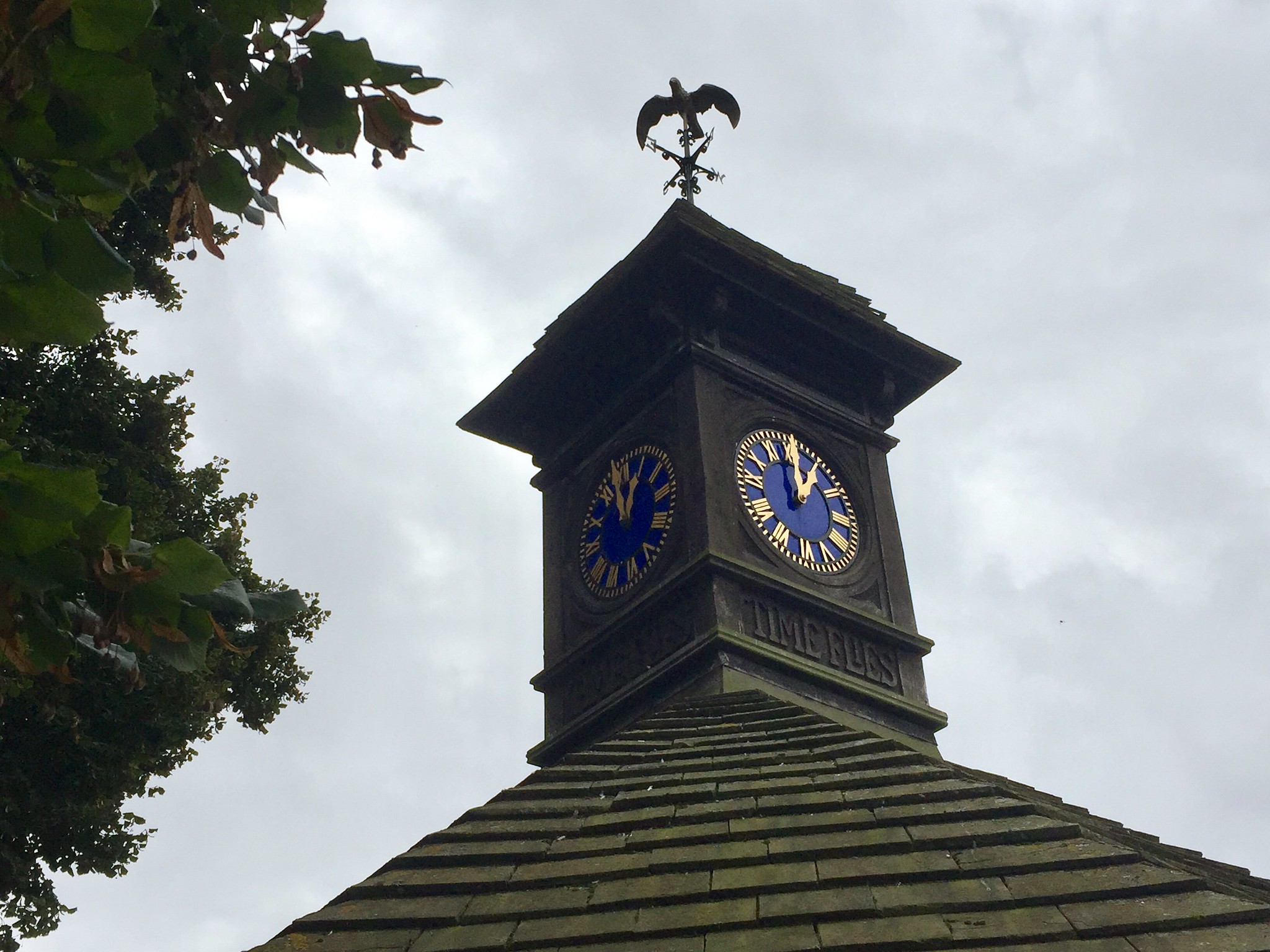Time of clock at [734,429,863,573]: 1:00
